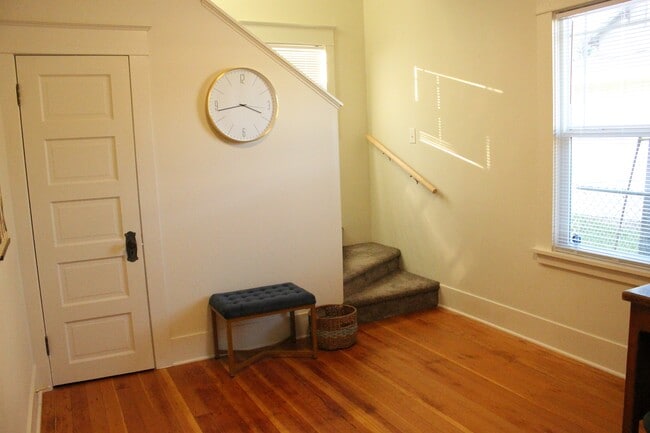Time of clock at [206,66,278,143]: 3:42
